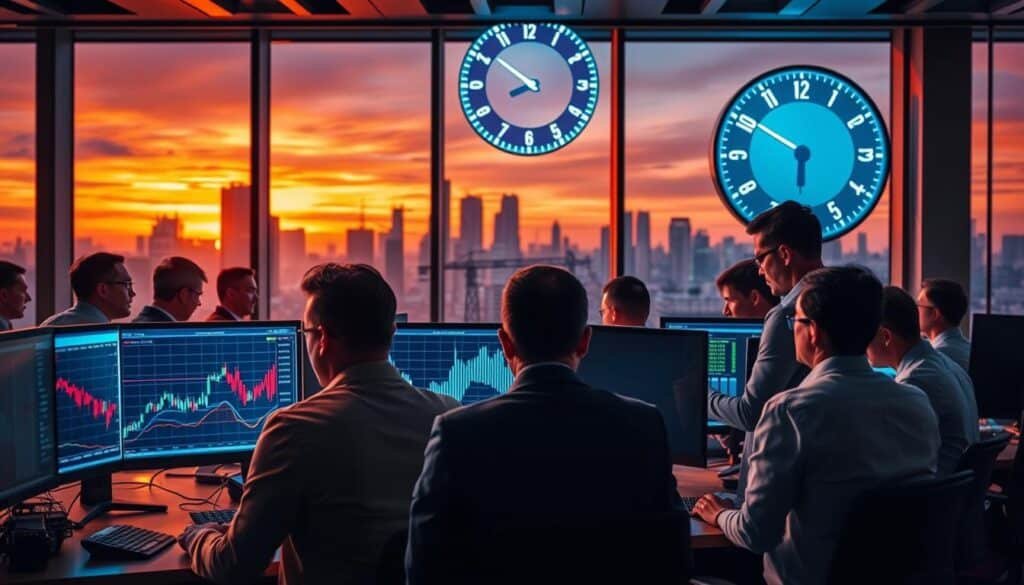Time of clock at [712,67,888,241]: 5:50
